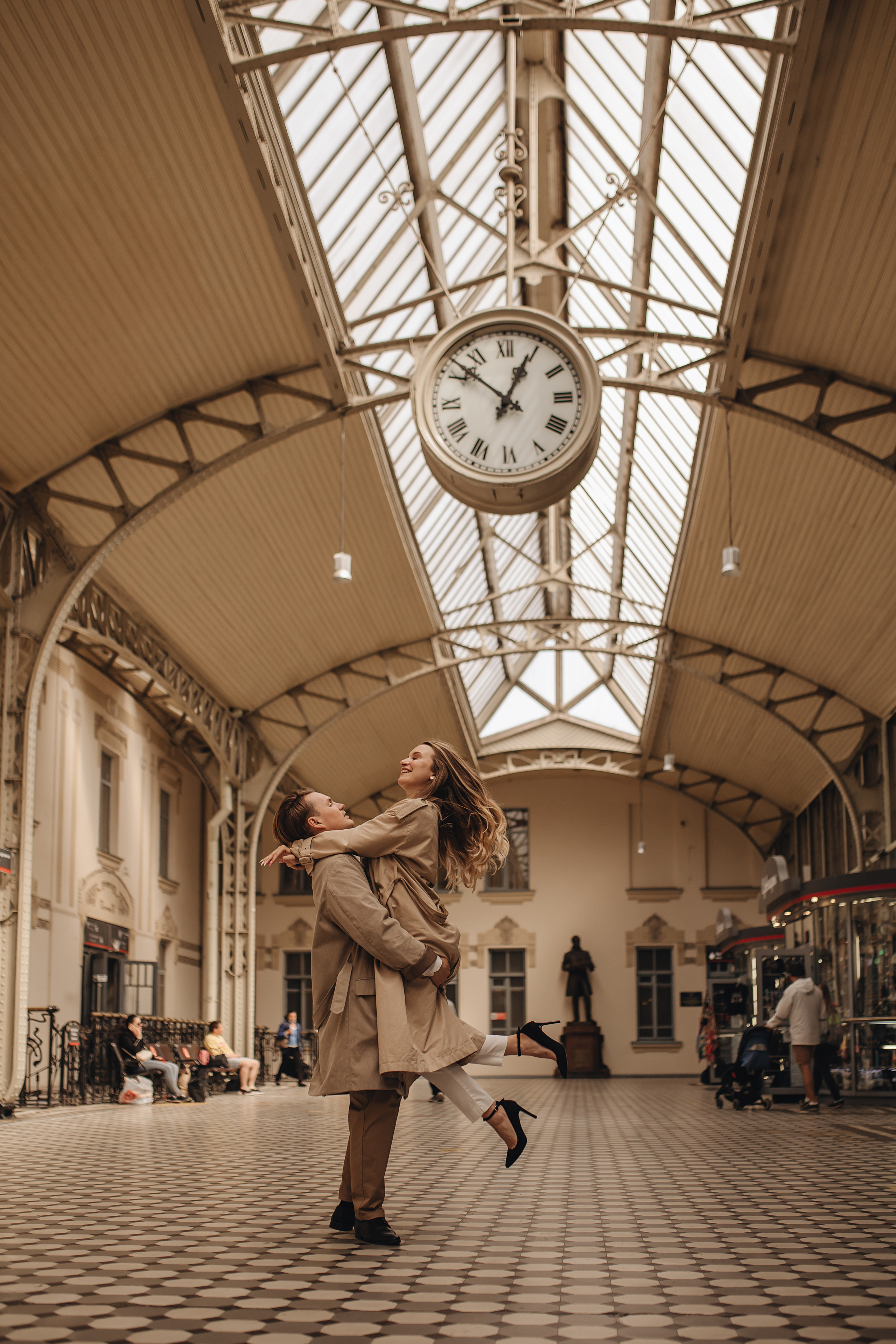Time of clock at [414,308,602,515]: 12:52
